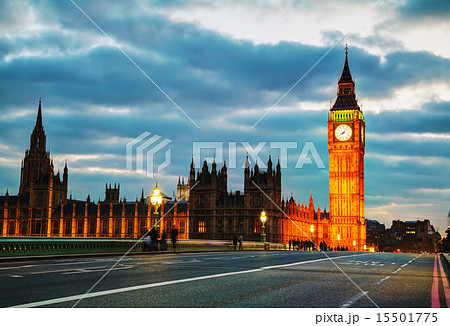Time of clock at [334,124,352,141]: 8:06
